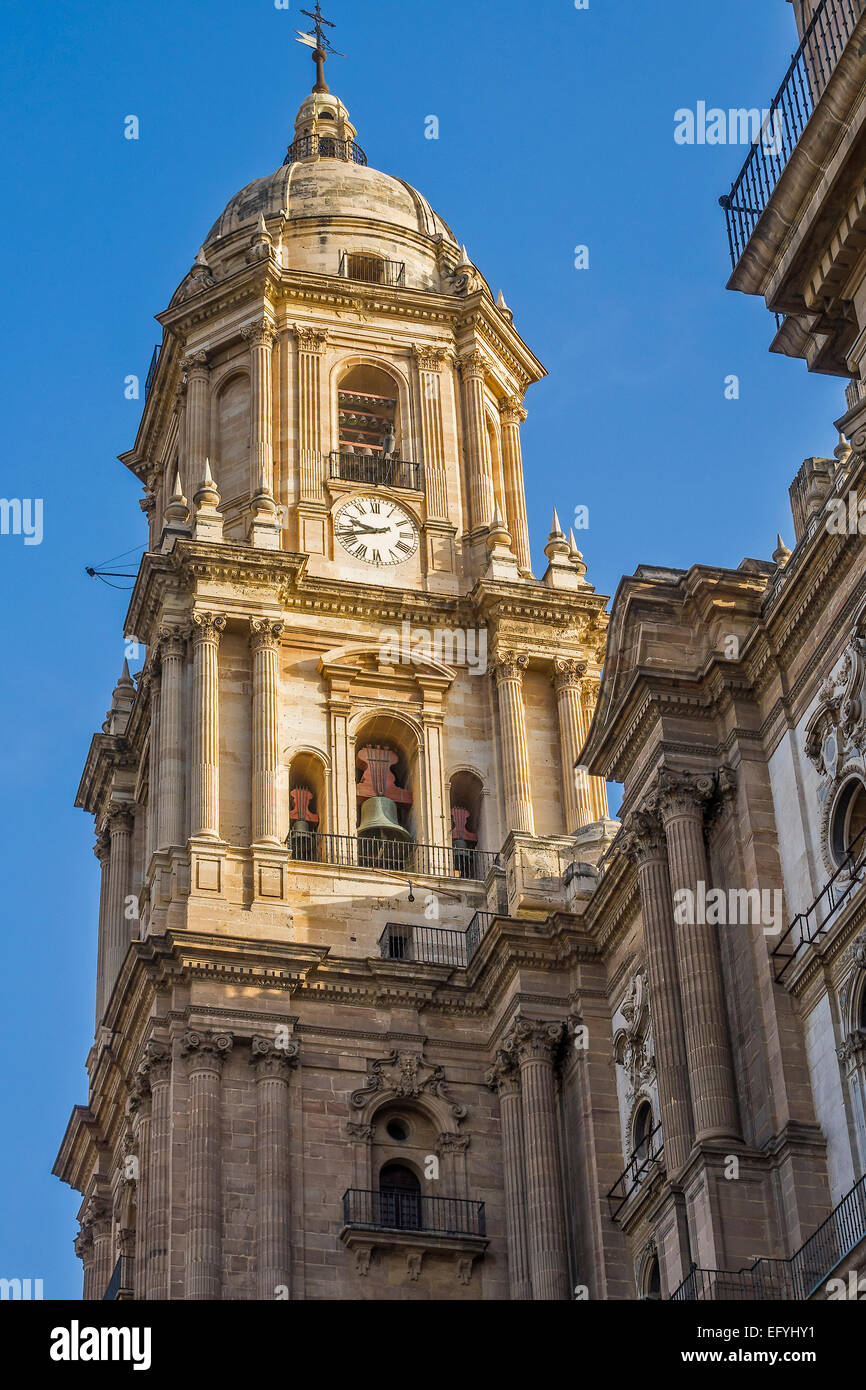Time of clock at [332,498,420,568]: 9:42
